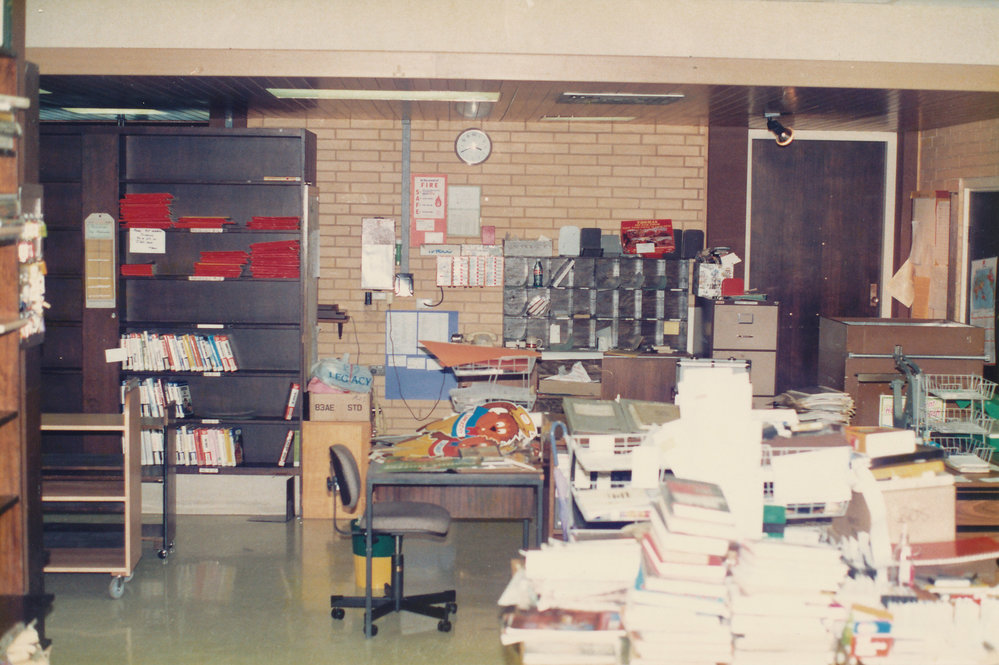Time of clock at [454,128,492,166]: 3:40
